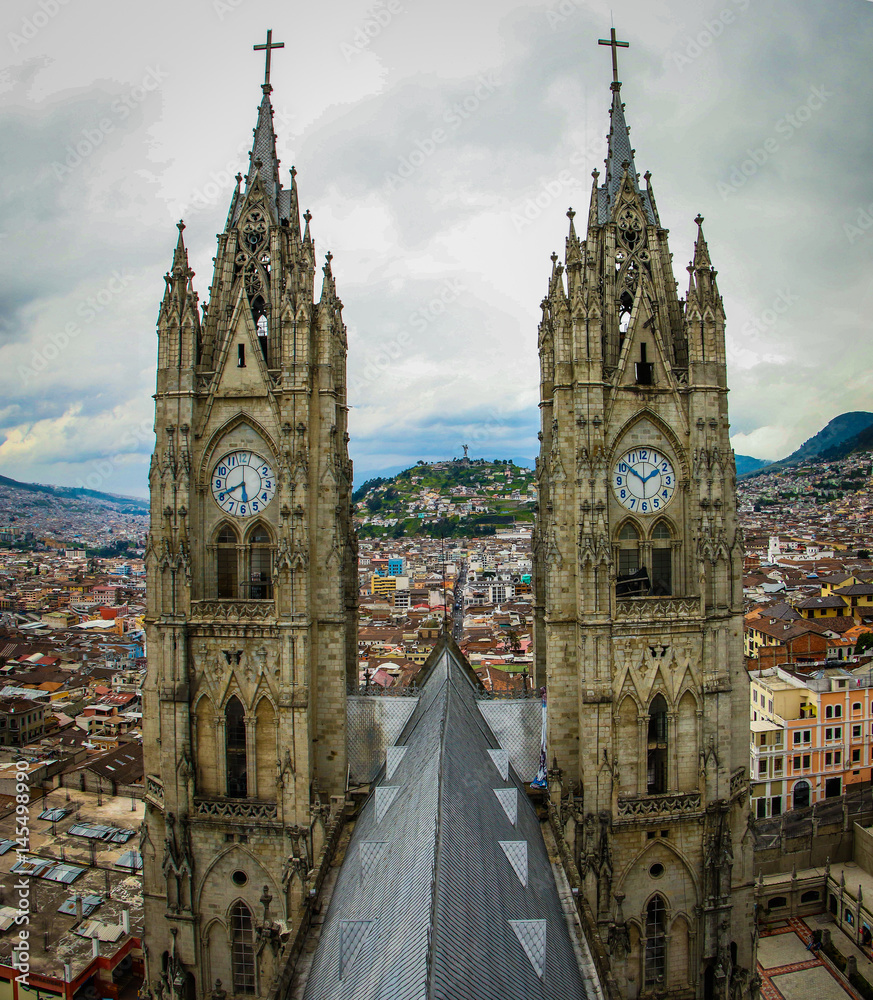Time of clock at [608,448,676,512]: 1:51
